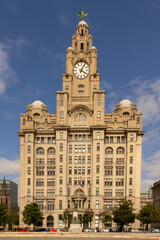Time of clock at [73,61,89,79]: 4:04
